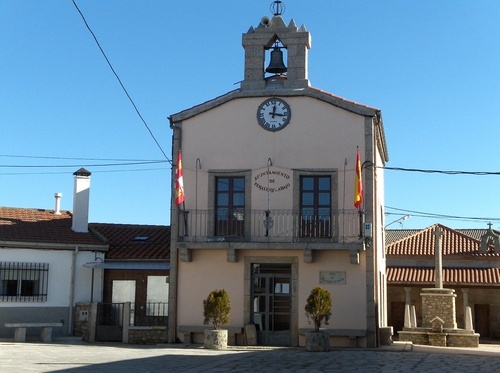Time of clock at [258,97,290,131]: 12:16
